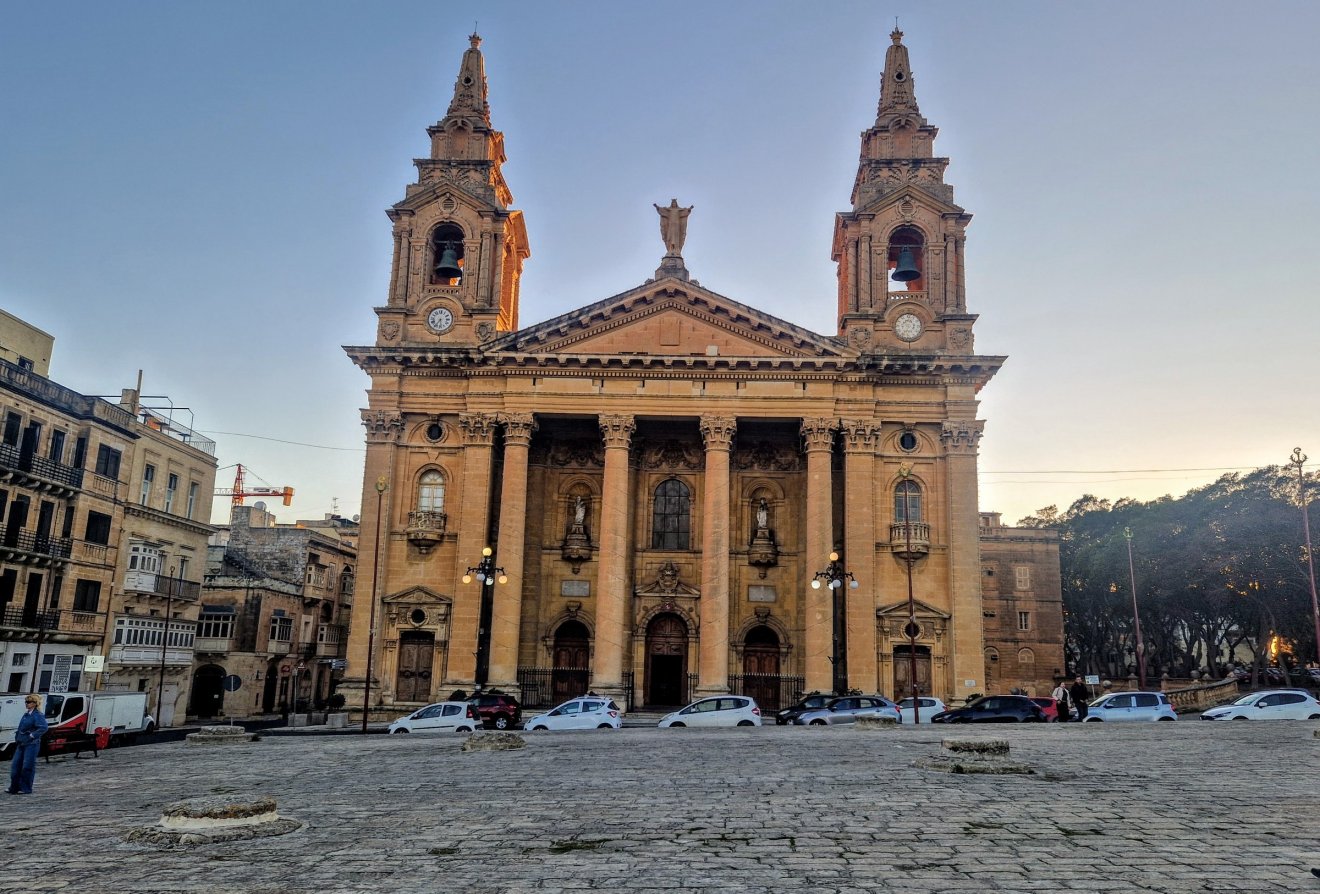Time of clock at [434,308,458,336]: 5:35
